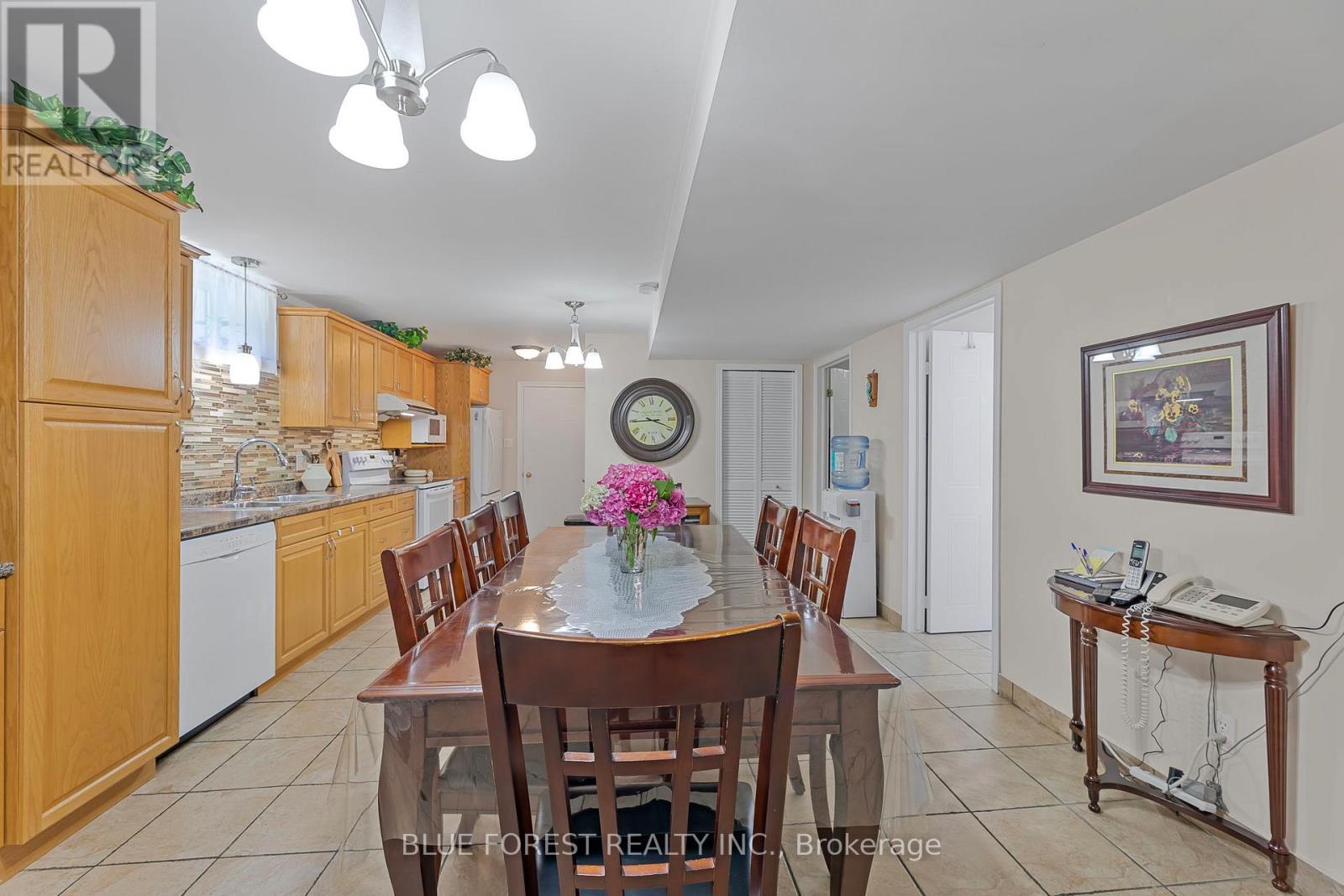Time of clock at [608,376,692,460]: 3:44
